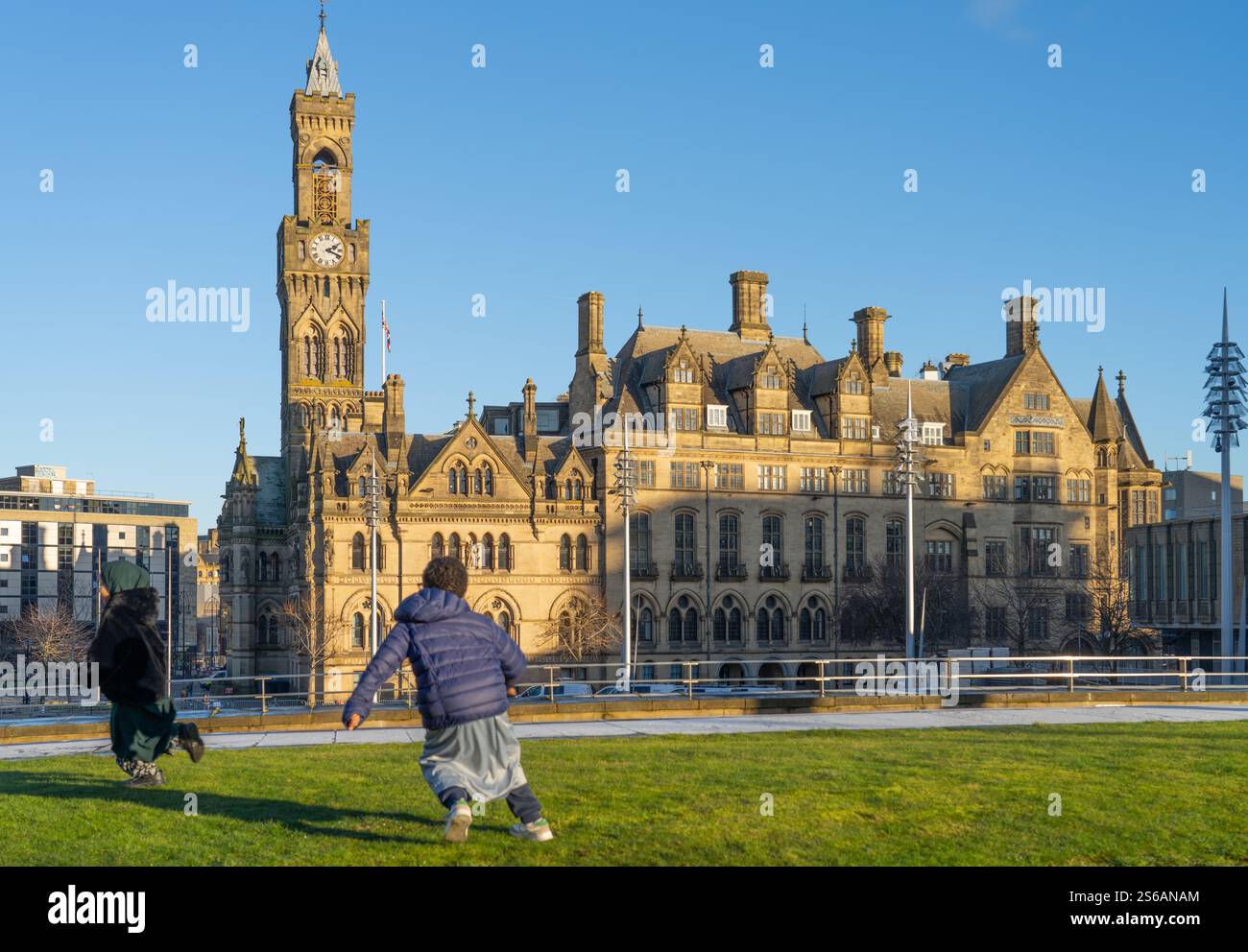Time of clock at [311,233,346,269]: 2:18
